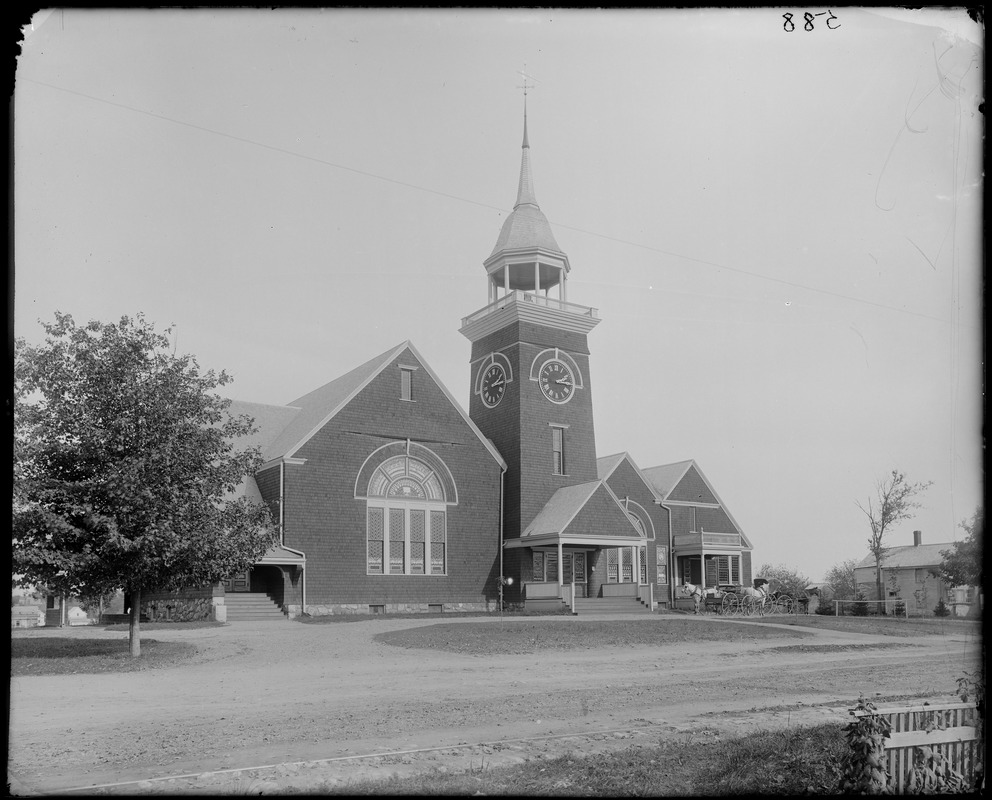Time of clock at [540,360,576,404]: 2:14
